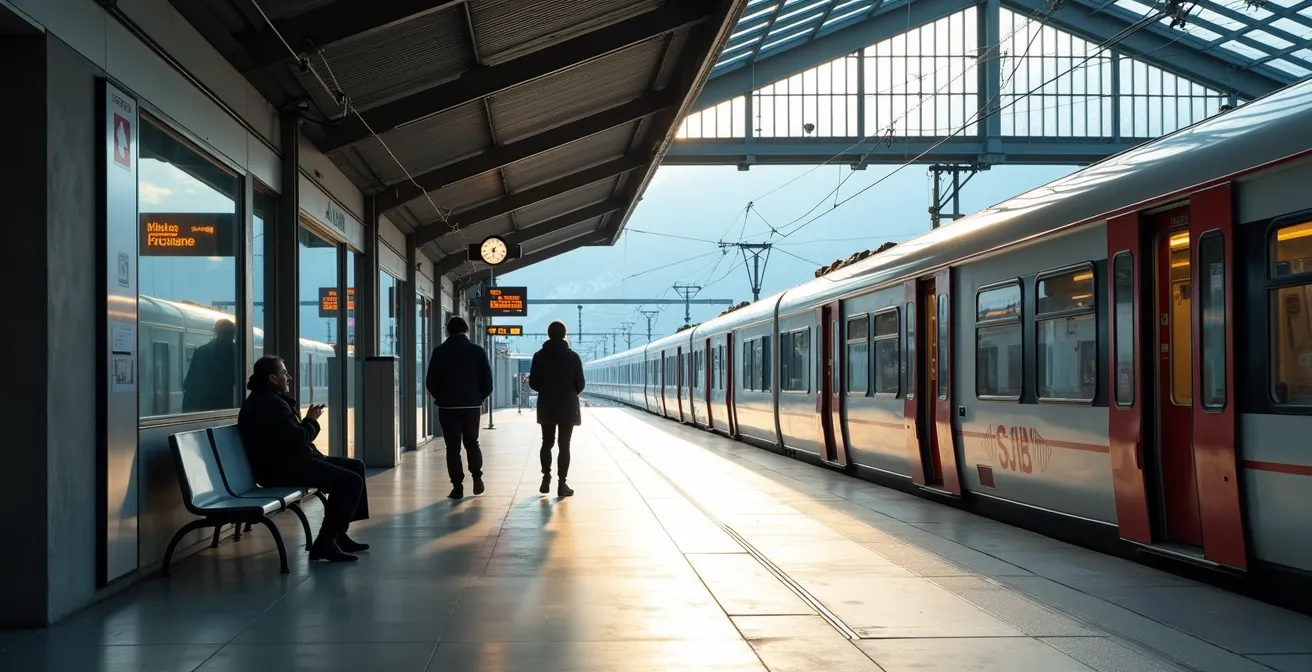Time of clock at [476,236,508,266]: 7:30
